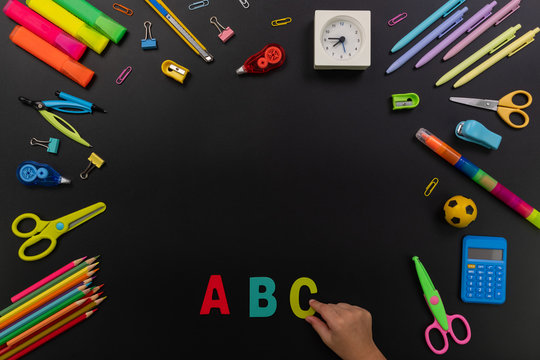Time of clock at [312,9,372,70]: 7:45
